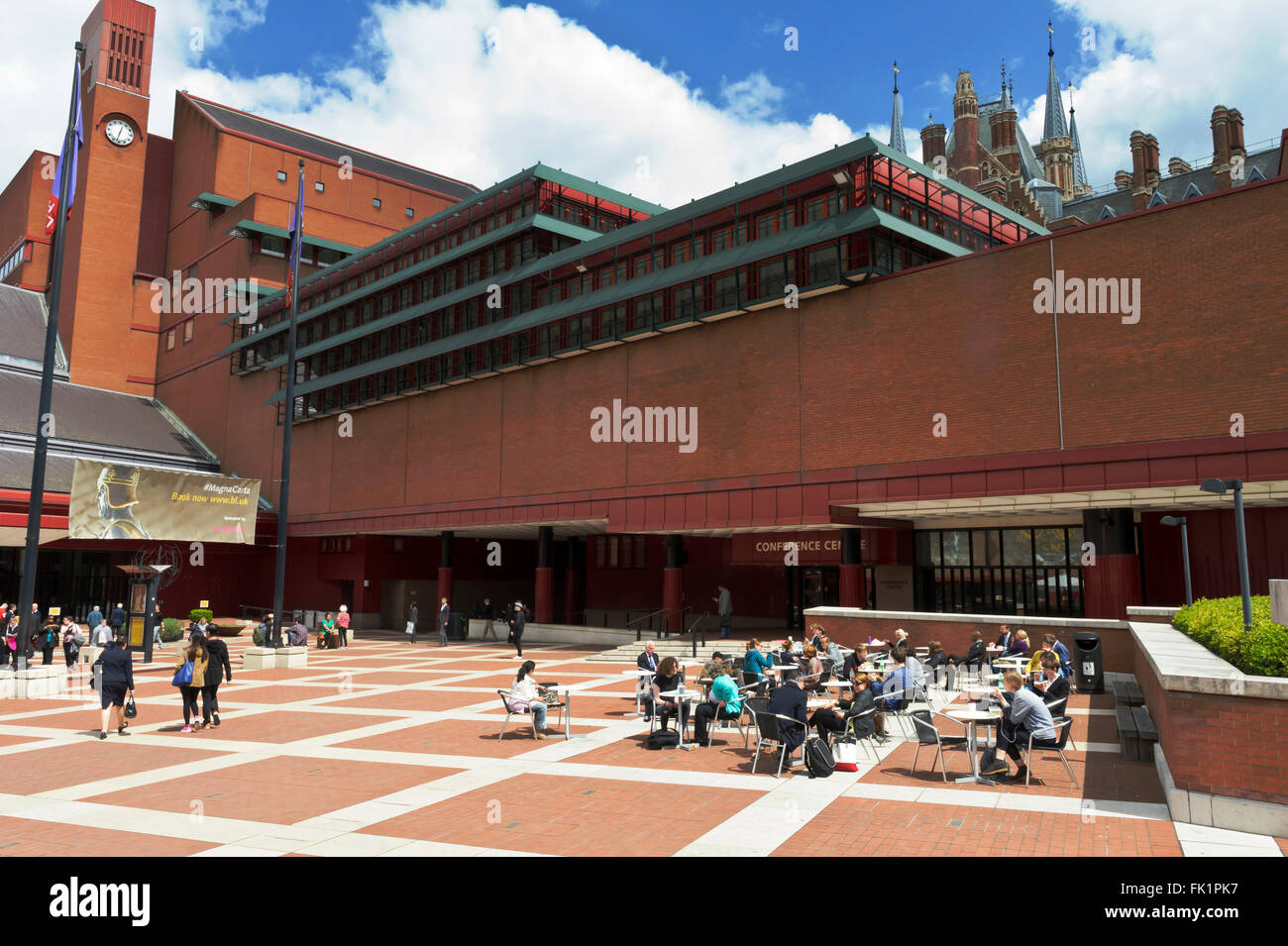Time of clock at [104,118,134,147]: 12:32
